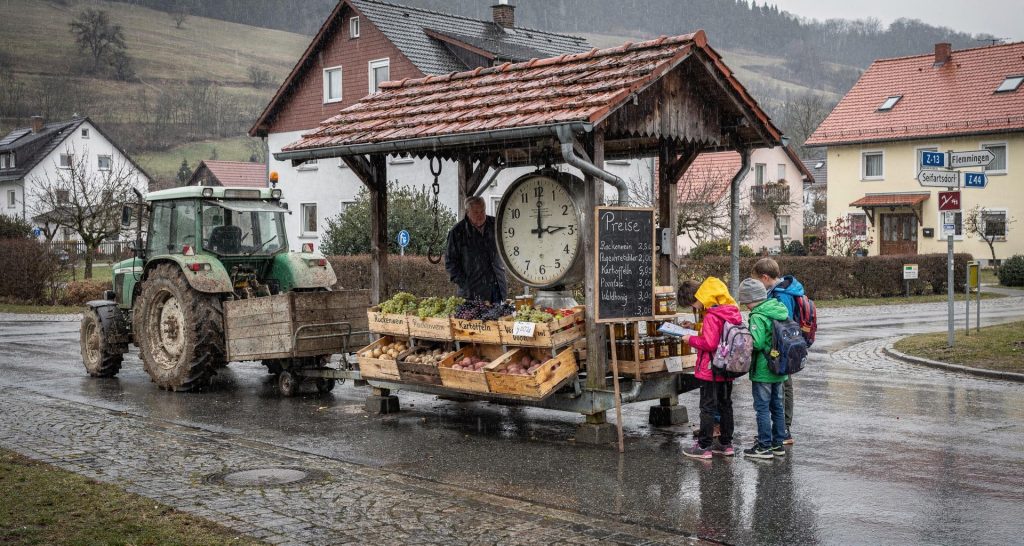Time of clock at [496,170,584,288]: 3:00
